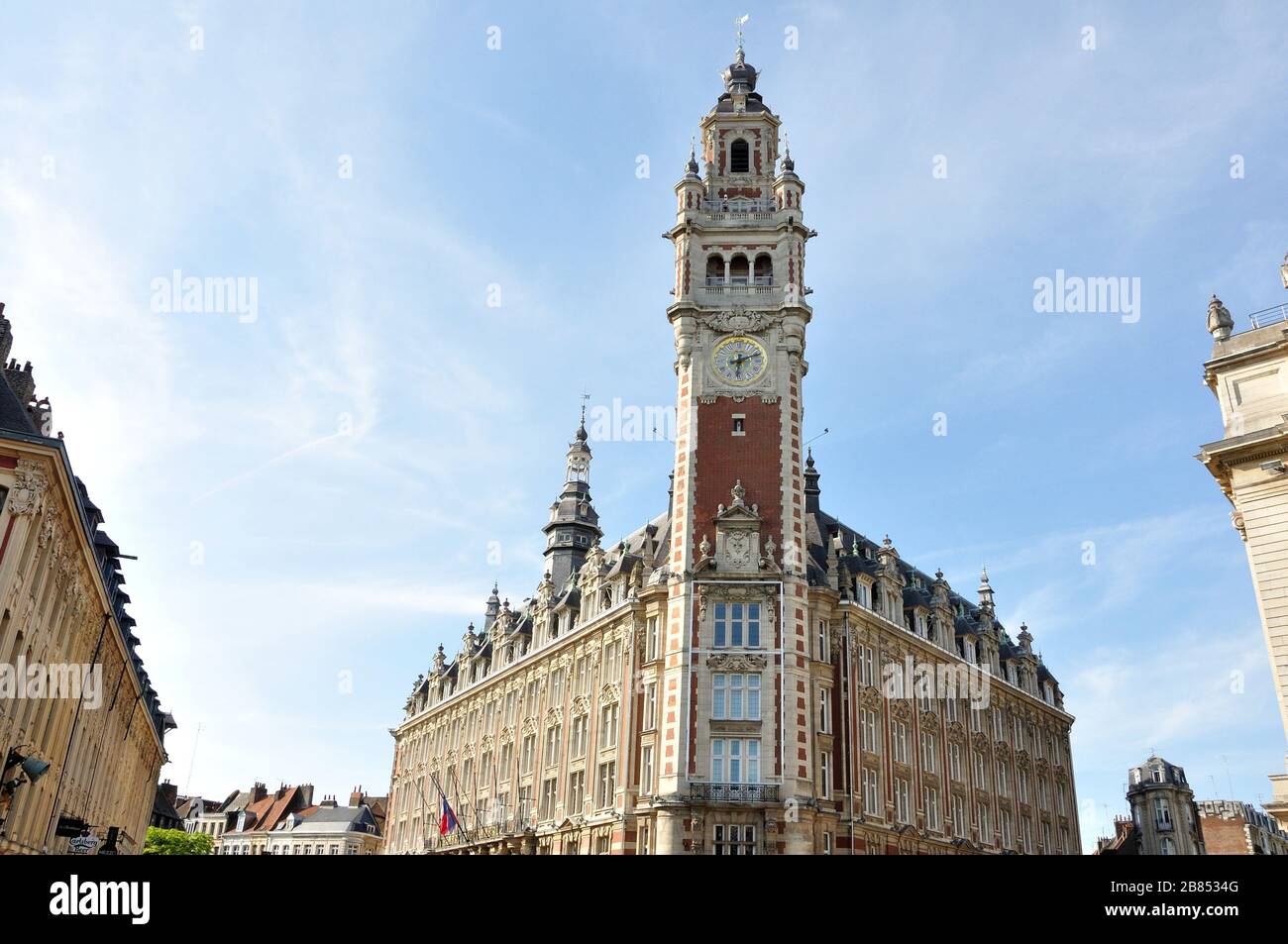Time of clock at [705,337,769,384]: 6:11
